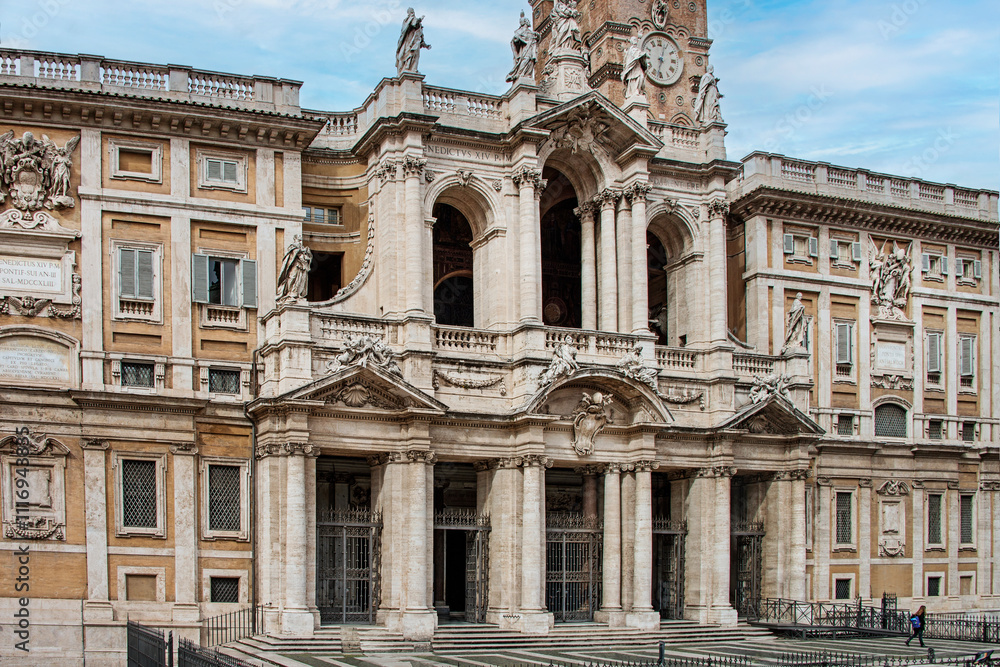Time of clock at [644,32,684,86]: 12:32
